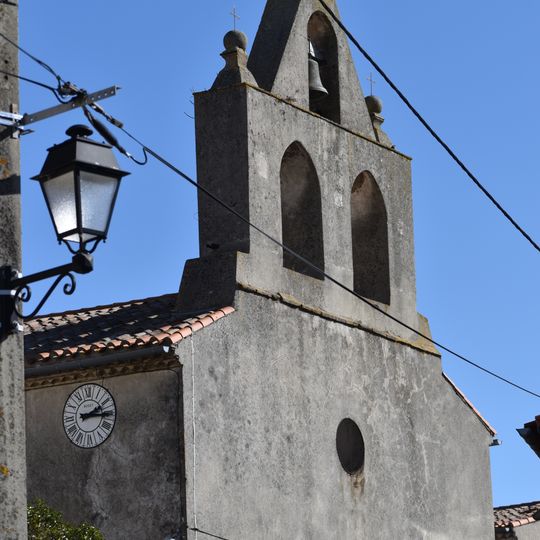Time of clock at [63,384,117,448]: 2:15
